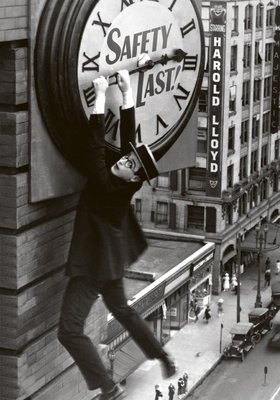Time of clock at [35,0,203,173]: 6:13
